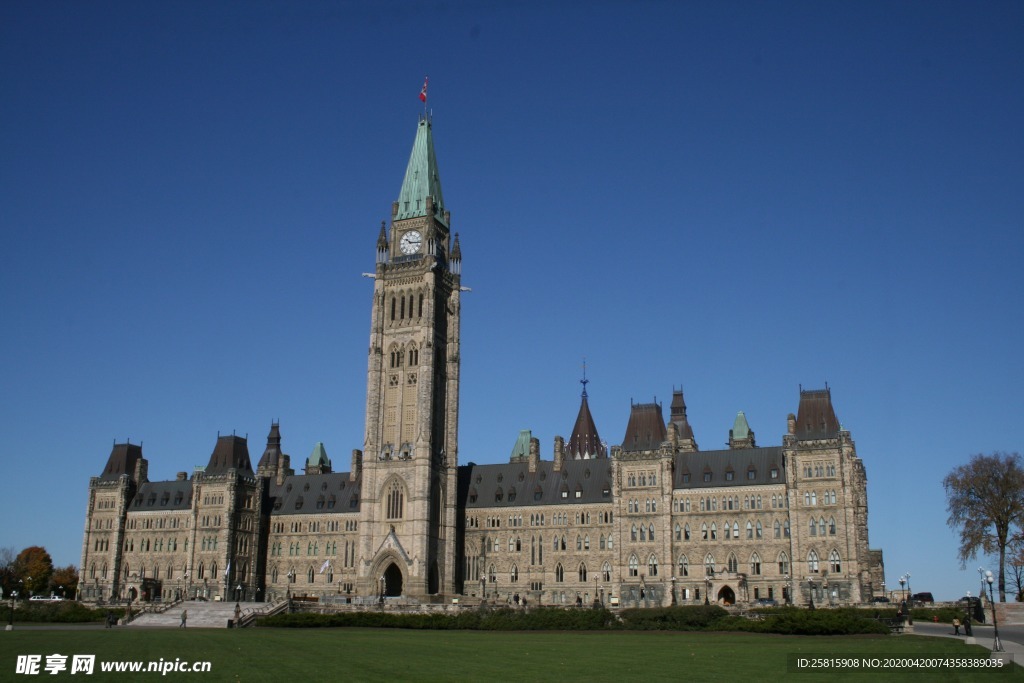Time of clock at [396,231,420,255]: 10:15
